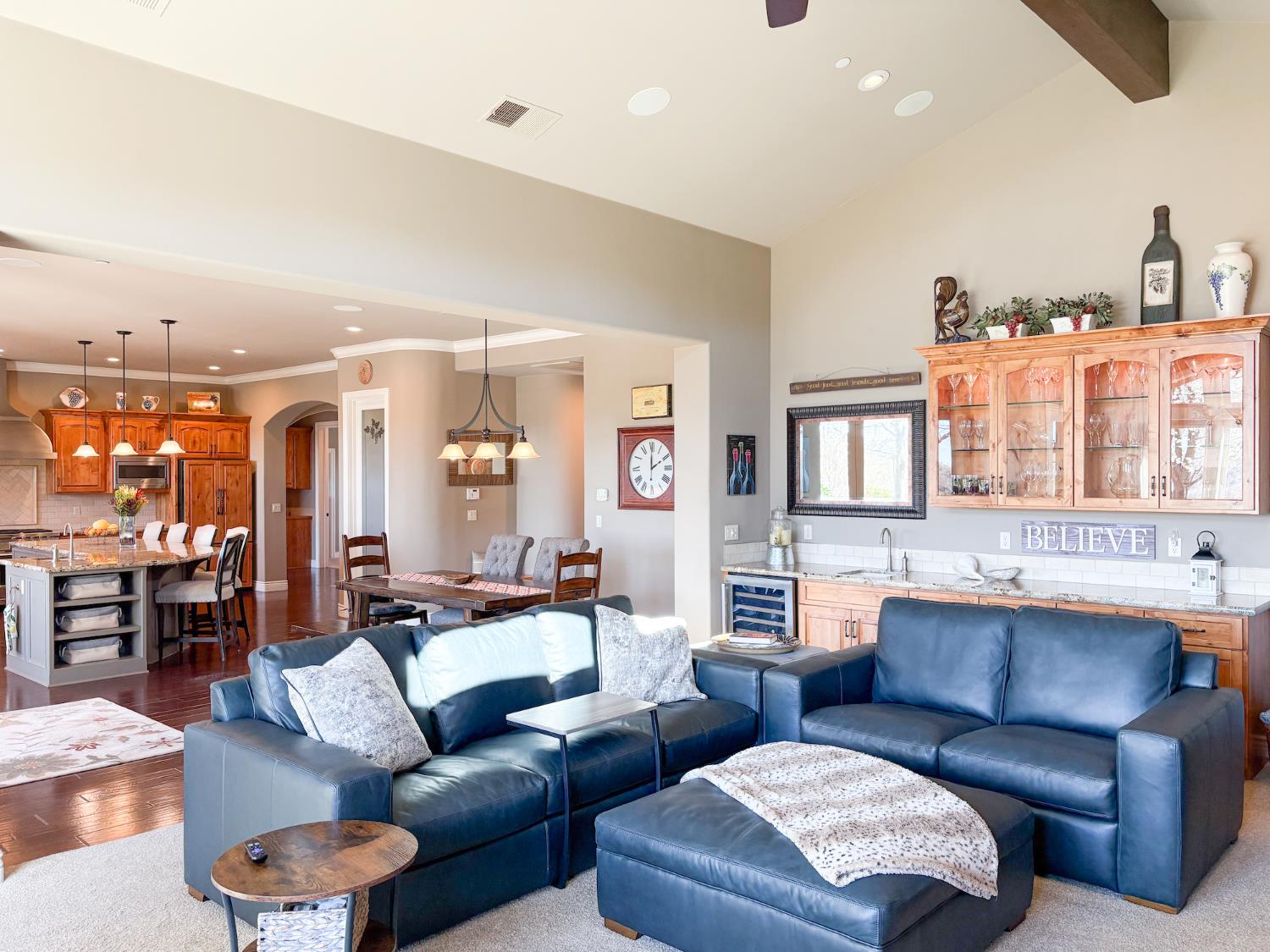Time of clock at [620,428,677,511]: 2:00
